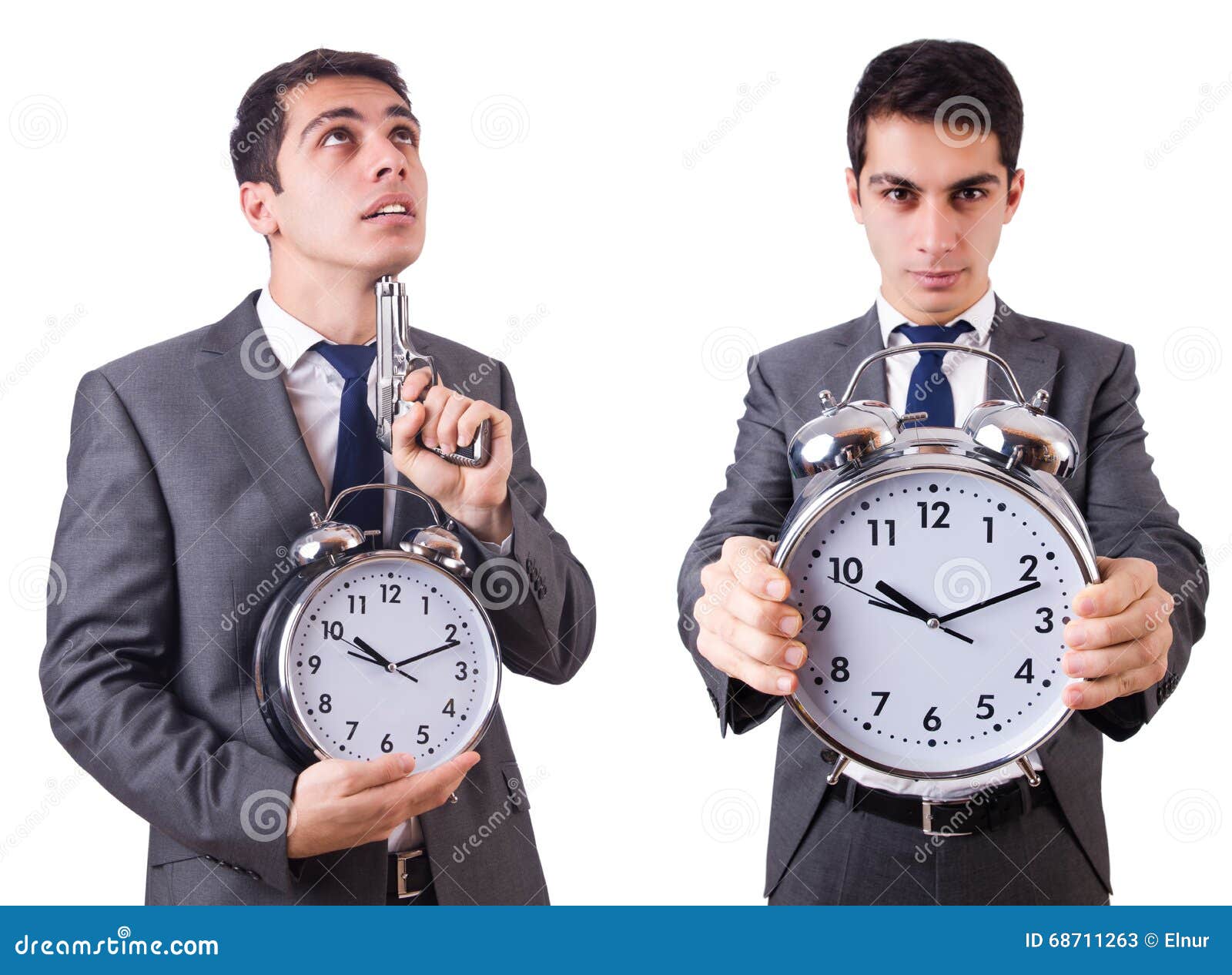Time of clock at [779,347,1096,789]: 10:11
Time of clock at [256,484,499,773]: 10:11
